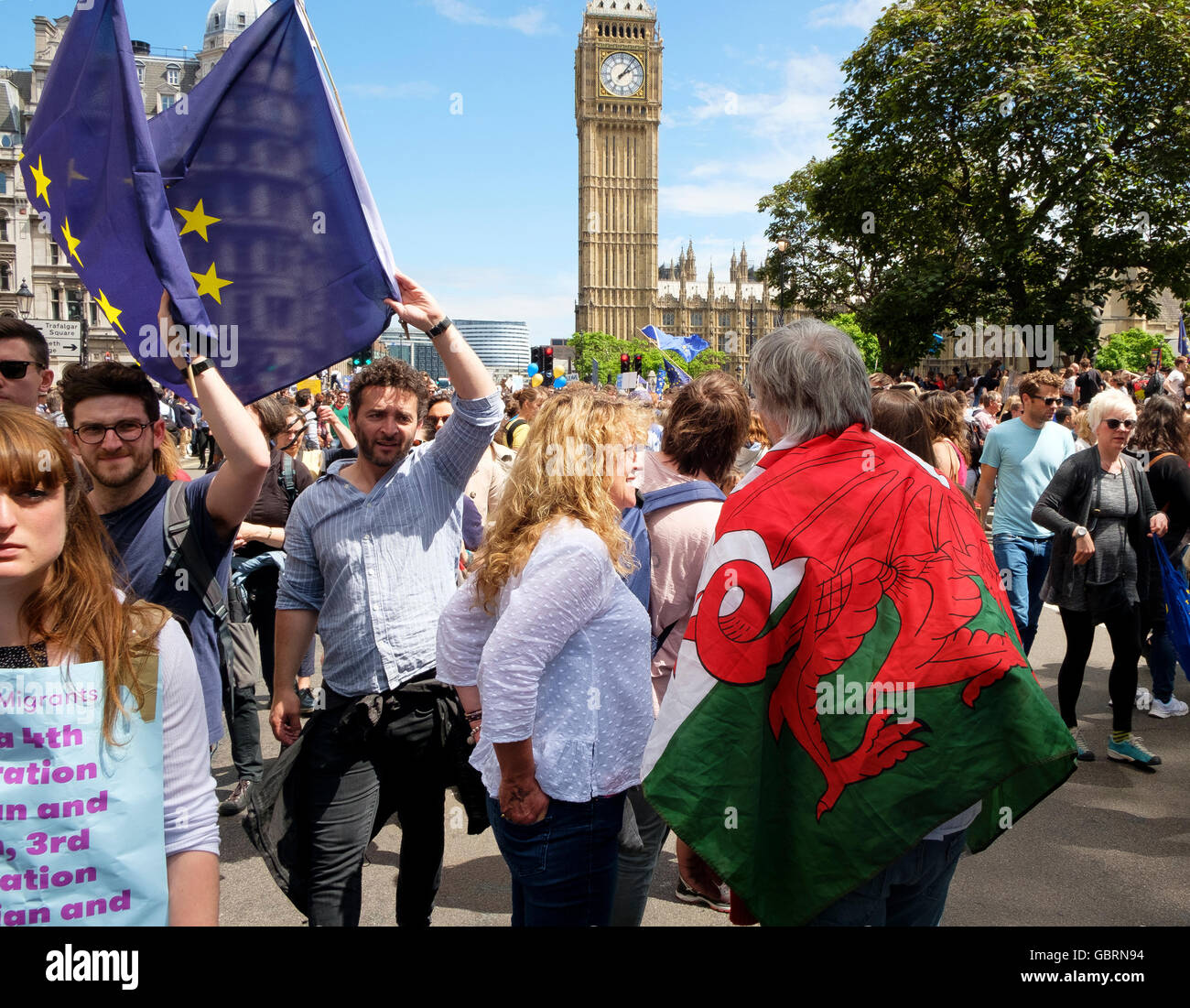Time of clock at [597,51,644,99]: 2:06
